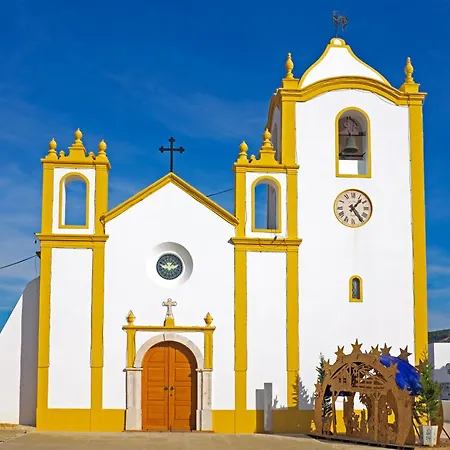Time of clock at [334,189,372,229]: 1:24
